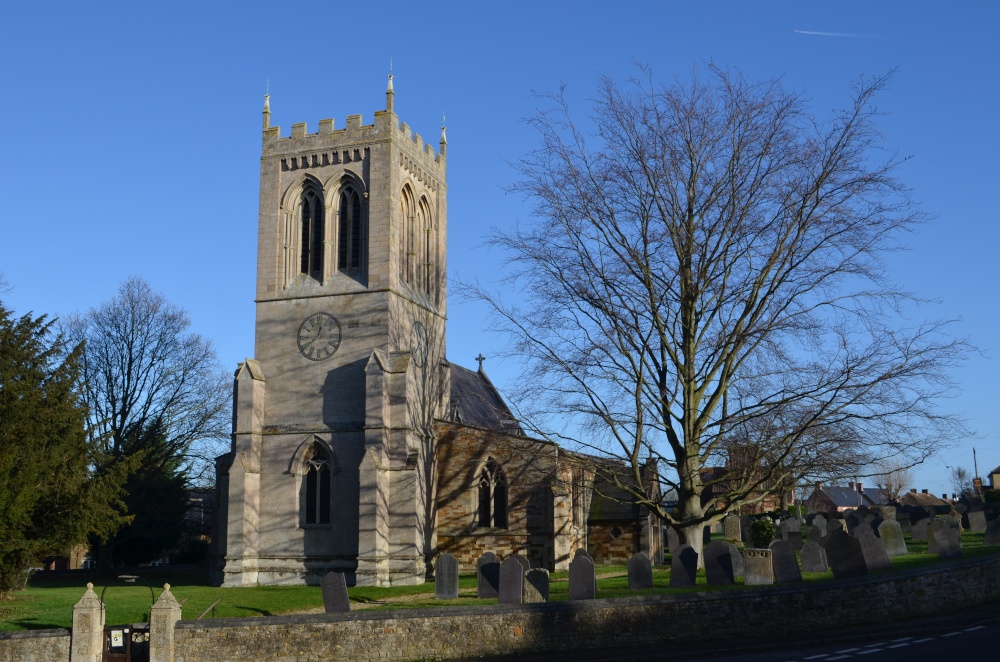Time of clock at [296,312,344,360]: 12:38
